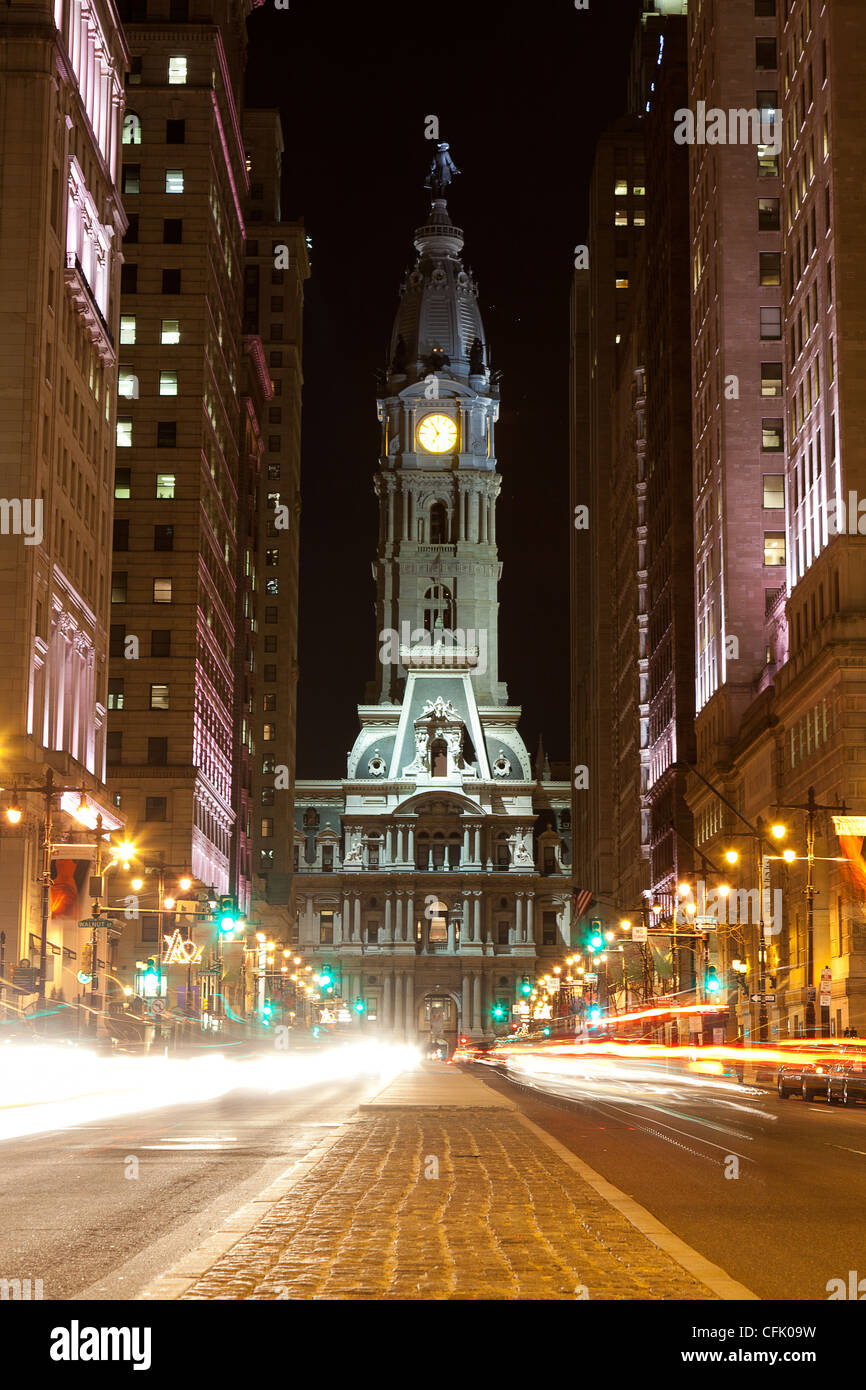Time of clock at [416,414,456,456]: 6:54
